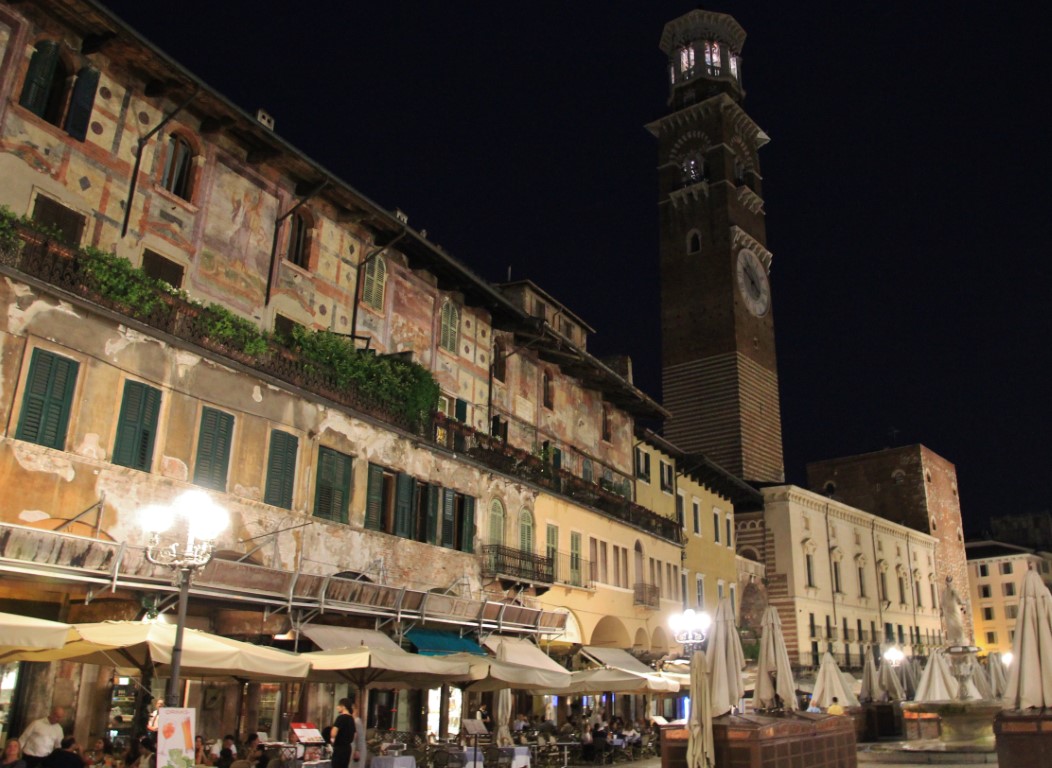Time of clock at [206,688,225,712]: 8:38
